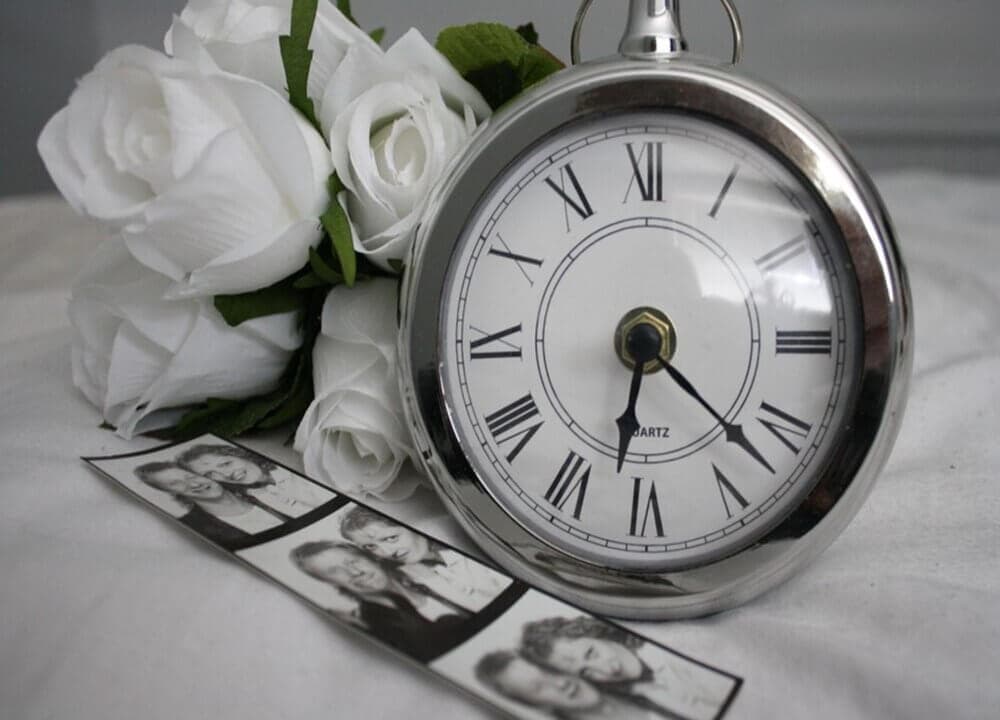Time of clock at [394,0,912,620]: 6:22
